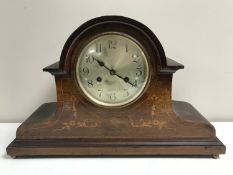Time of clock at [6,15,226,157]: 10:20
